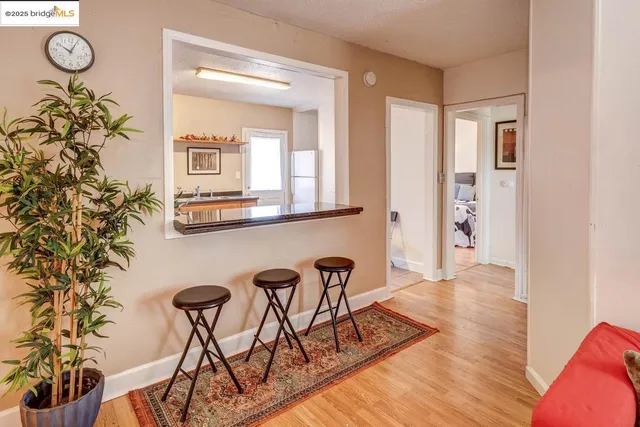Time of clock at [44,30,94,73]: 10:04
